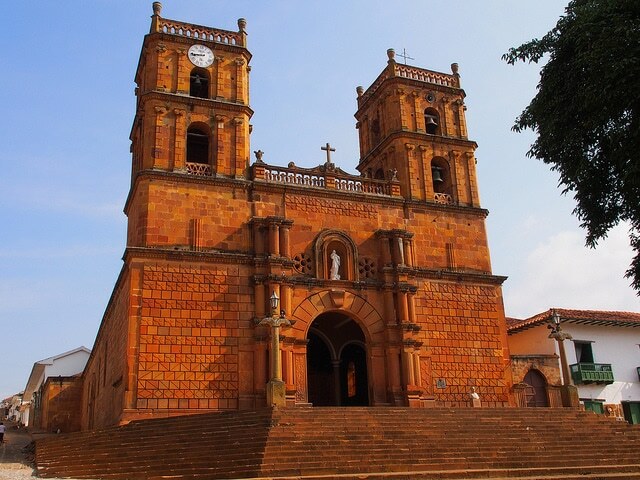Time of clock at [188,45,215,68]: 8:45
